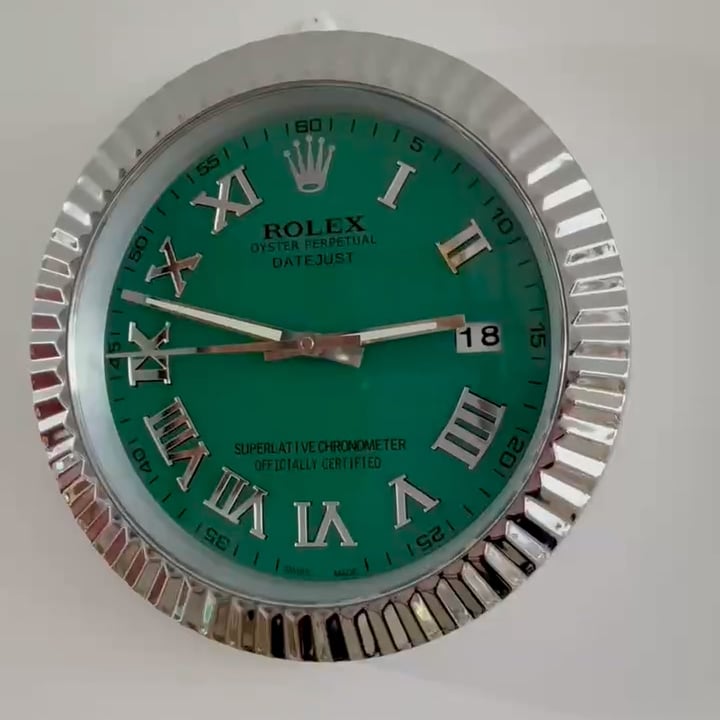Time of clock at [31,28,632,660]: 2:47
